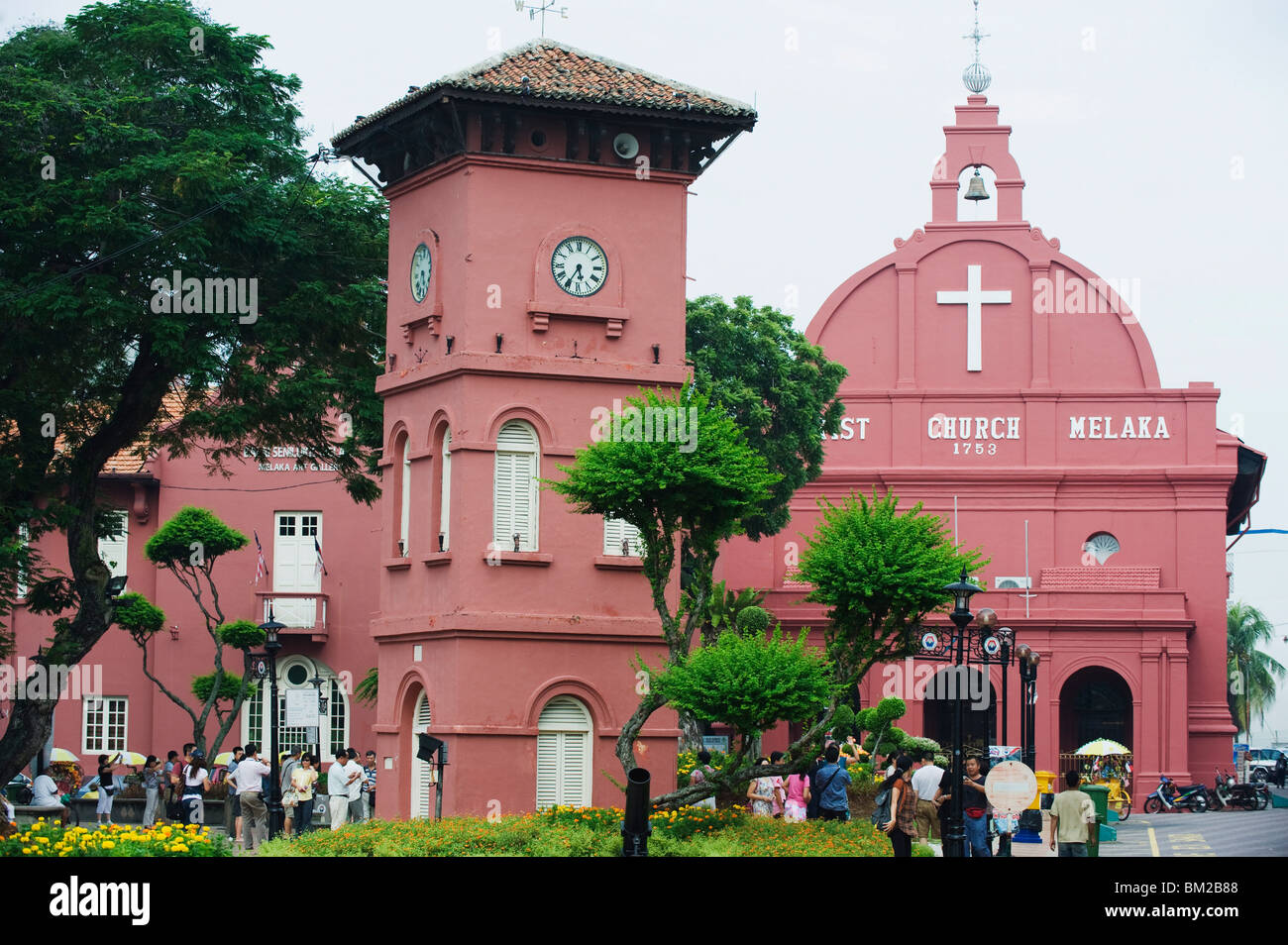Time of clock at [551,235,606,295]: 5:35
